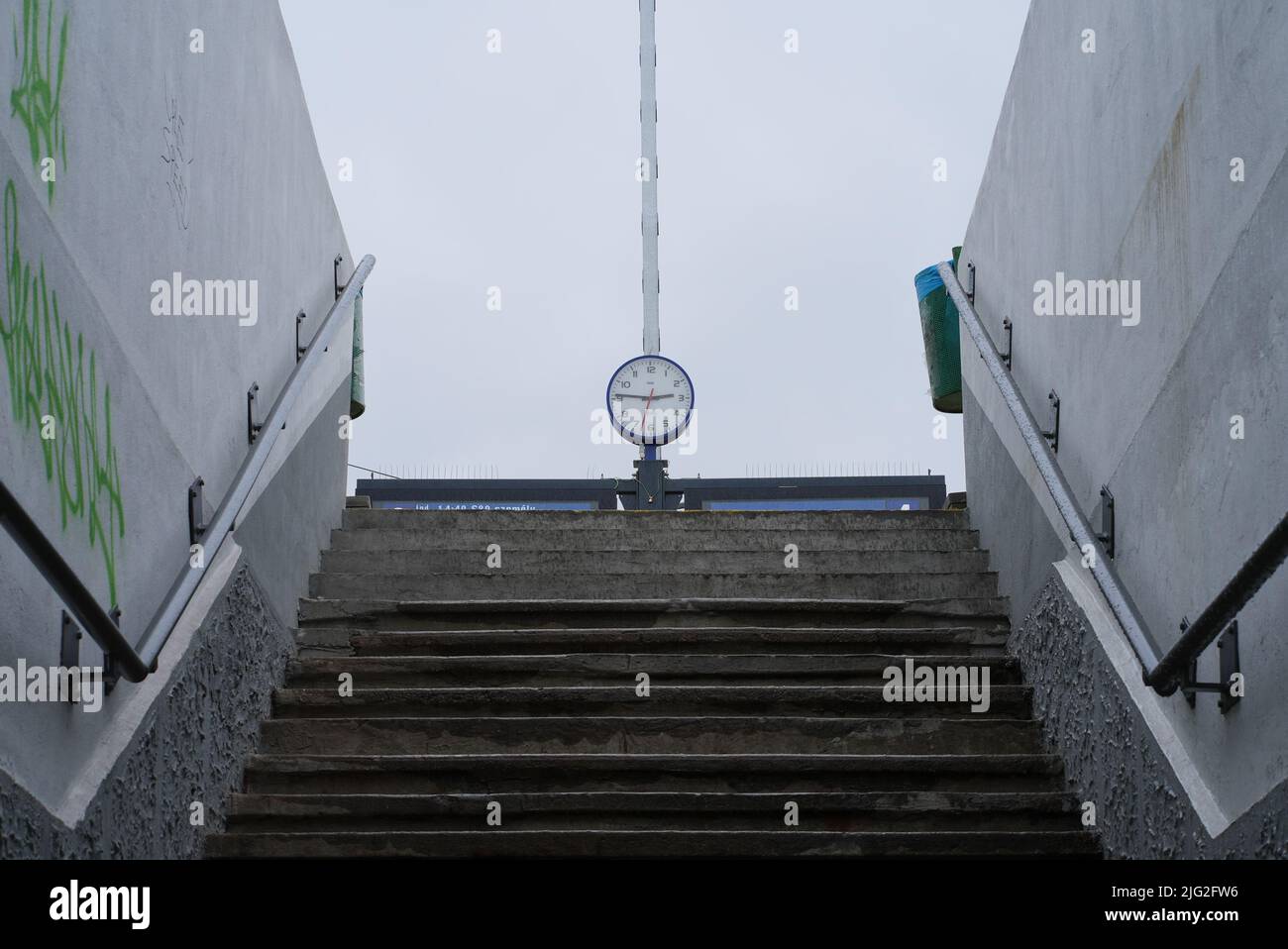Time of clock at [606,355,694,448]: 2:46
